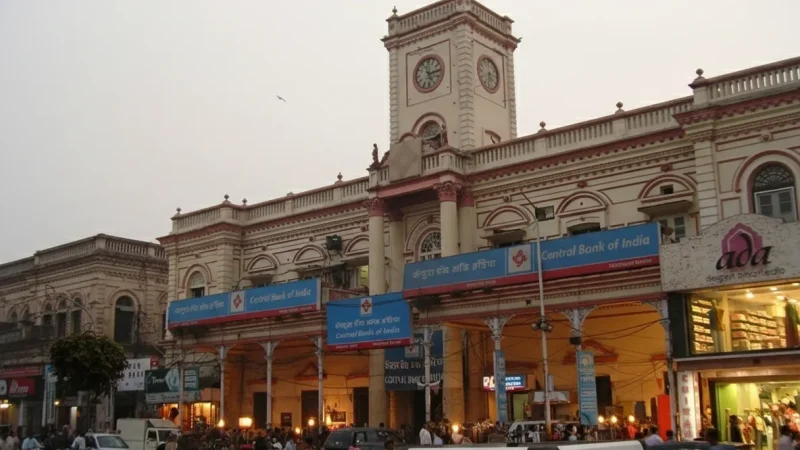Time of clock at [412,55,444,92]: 5:14
